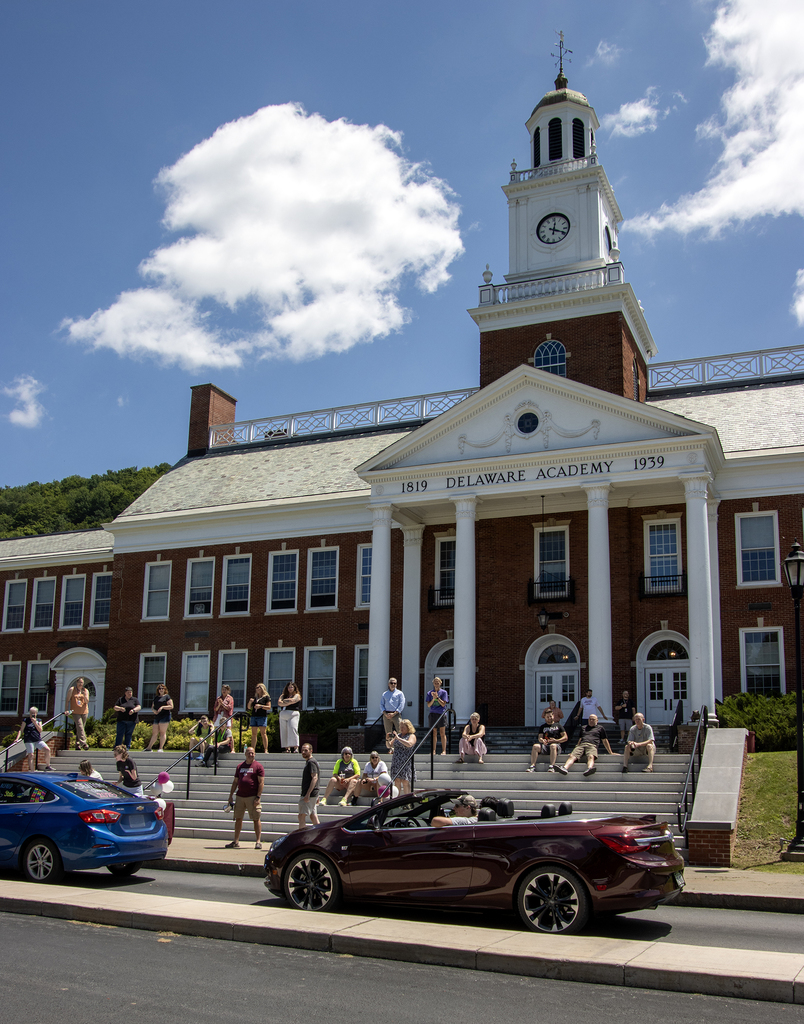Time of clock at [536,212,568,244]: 12:18
